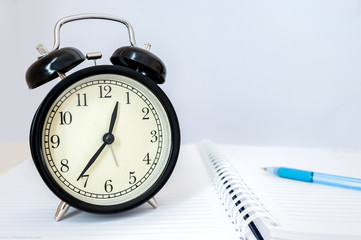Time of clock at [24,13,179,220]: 12:36
